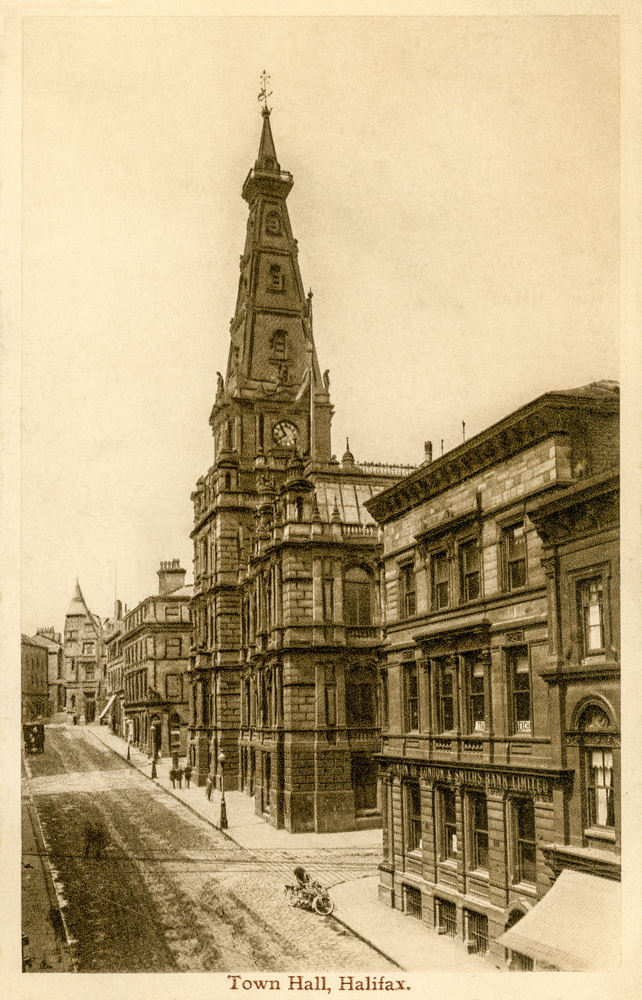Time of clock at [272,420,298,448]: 10:39
